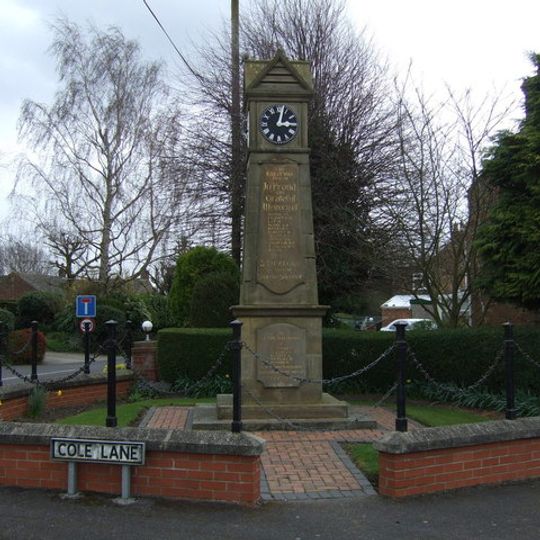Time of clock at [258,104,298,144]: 3:02
